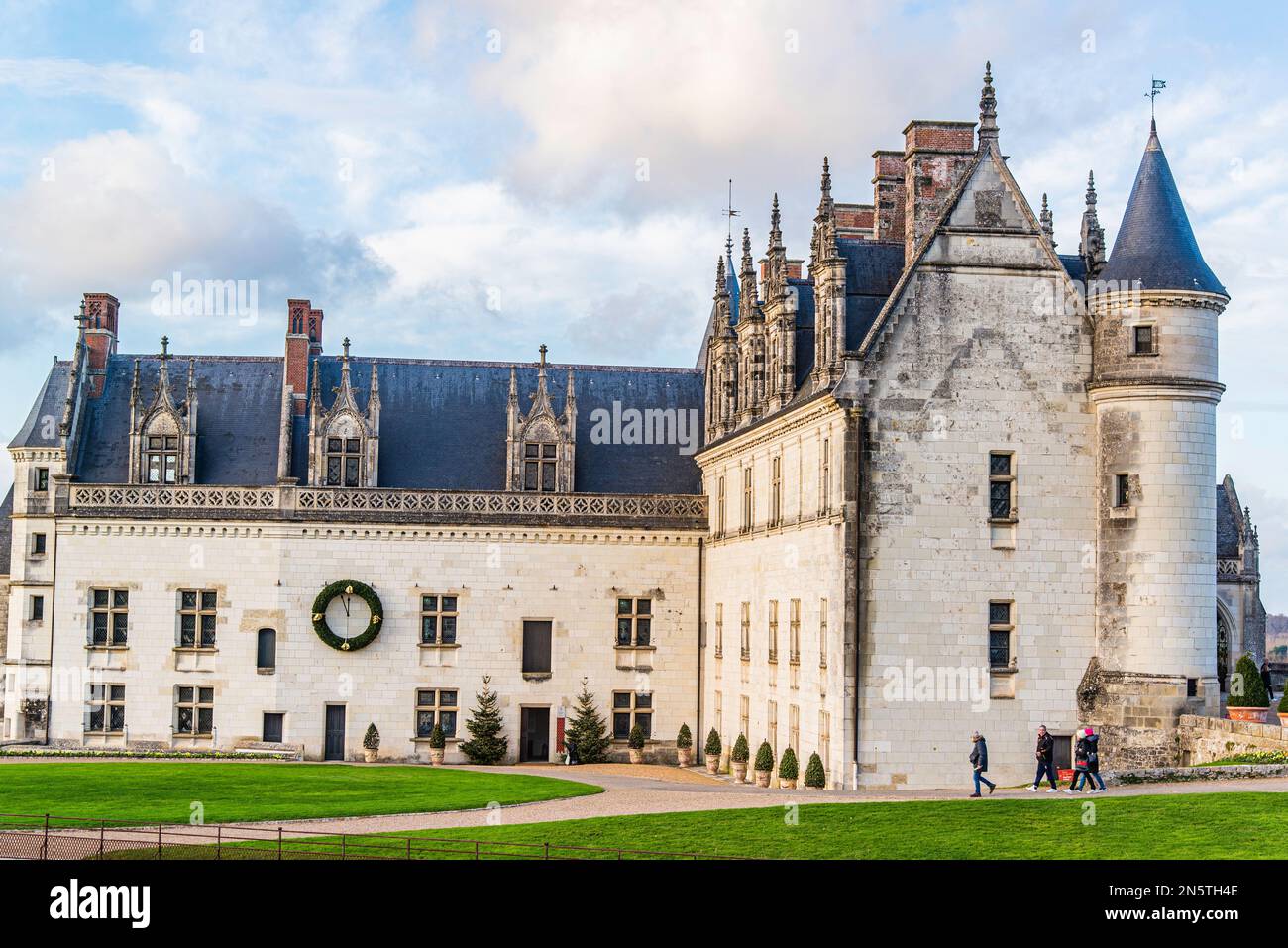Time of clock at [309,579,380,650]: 11:56
